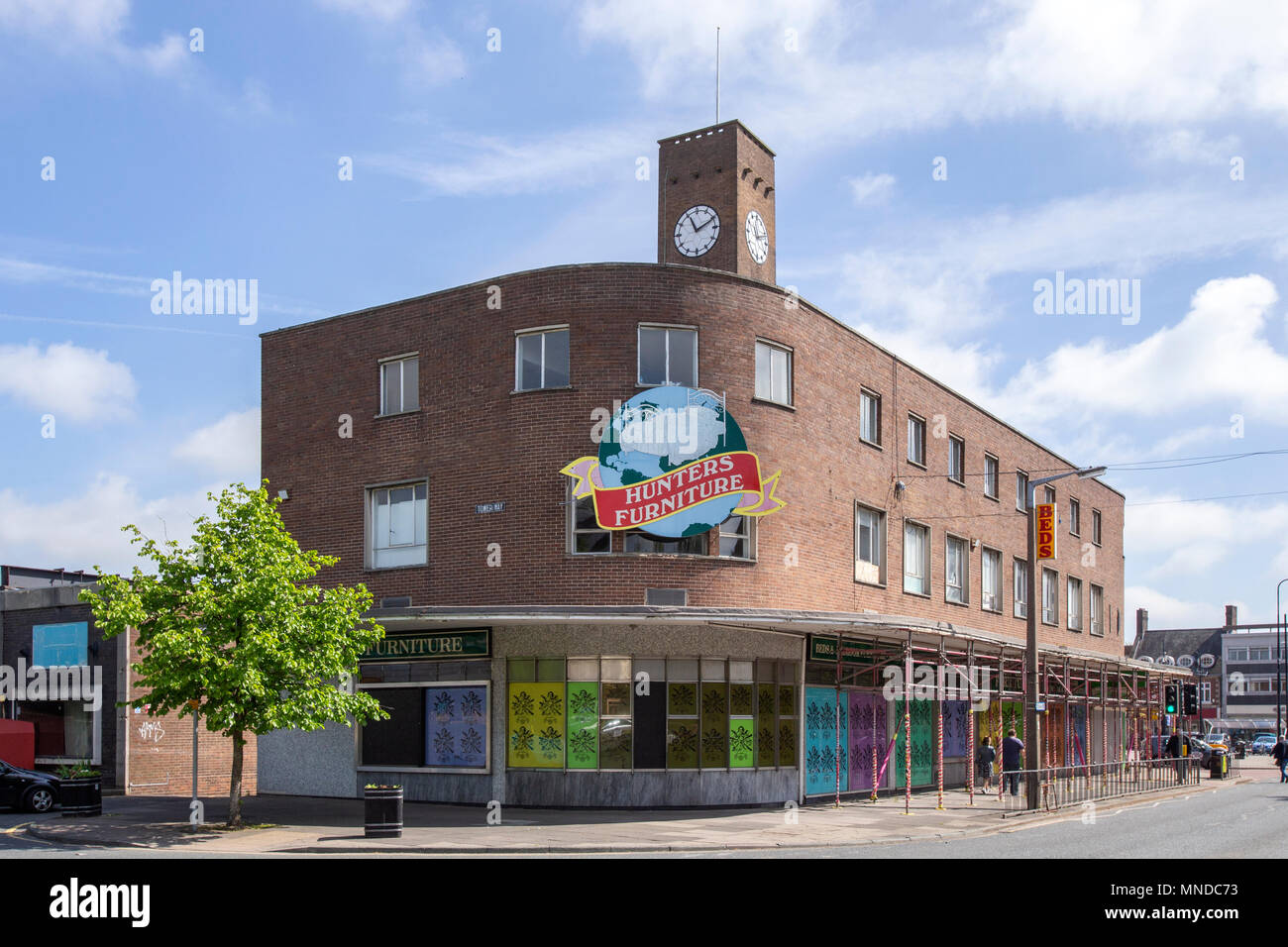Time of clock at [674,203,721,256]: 11:10
